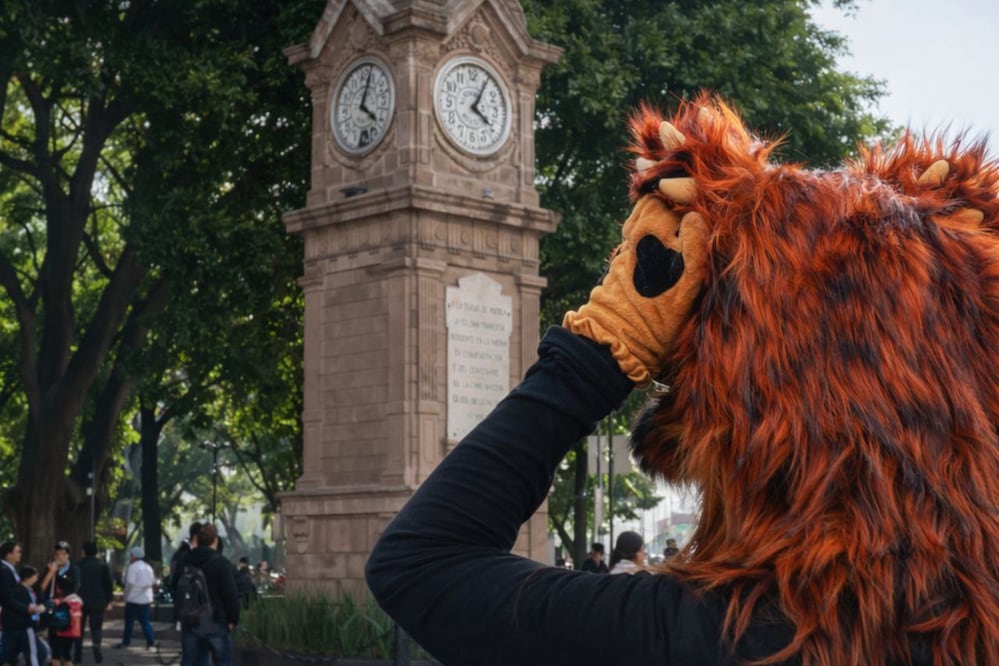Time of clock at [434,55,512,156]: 4:05
